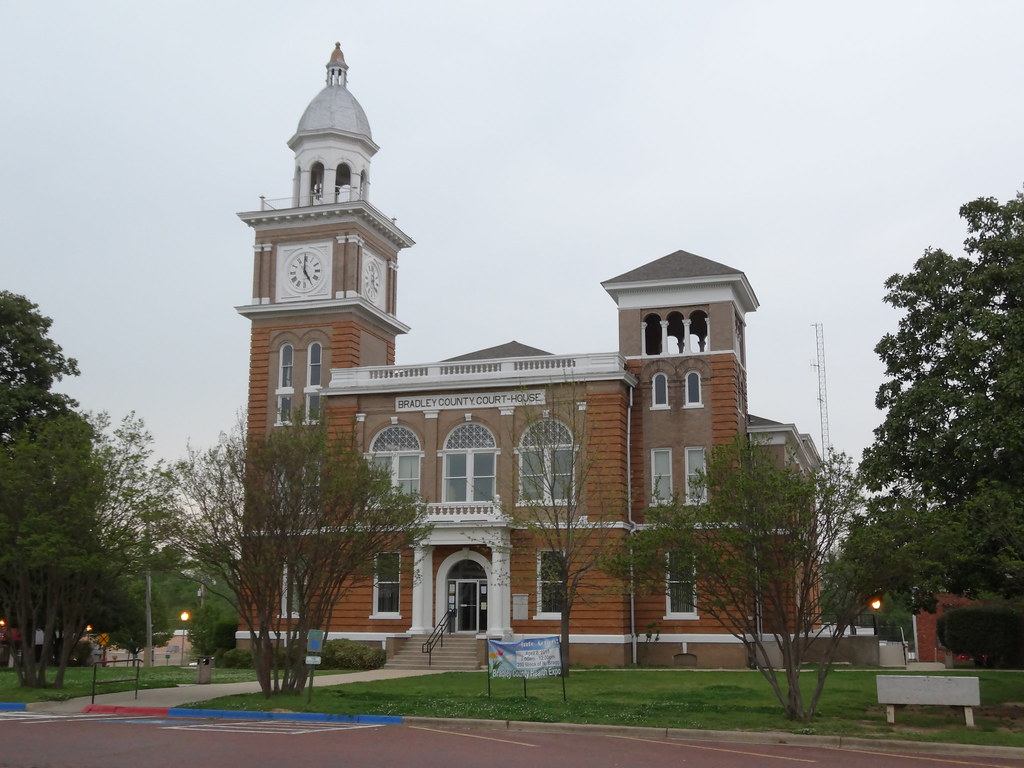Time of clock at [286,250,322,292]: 4:59
